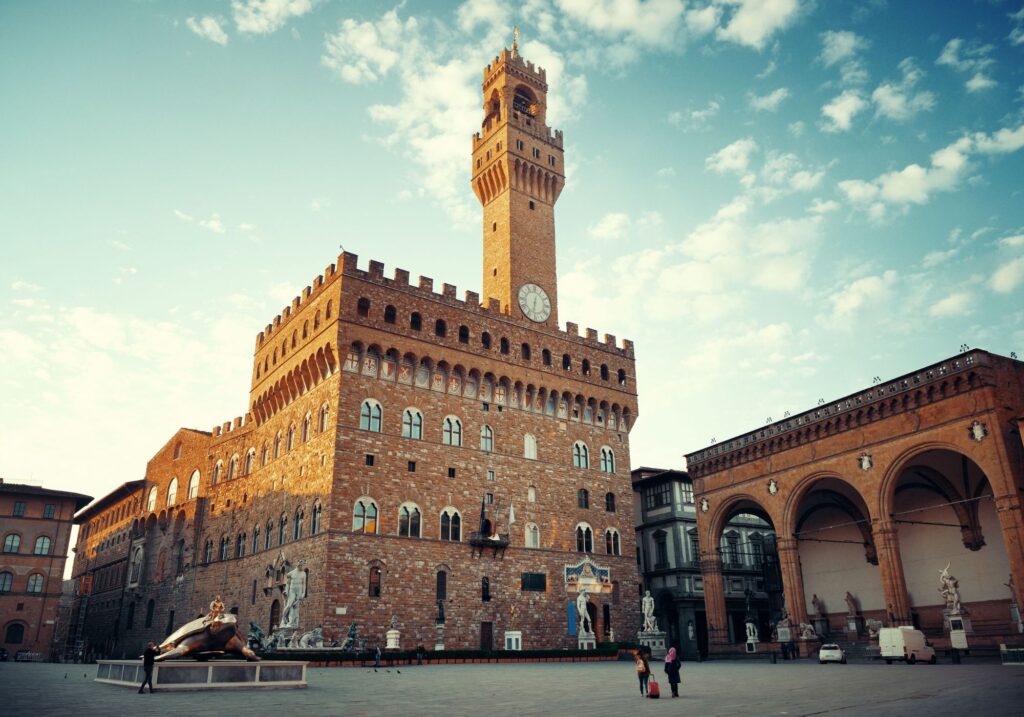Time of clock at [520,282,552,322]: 6:32
